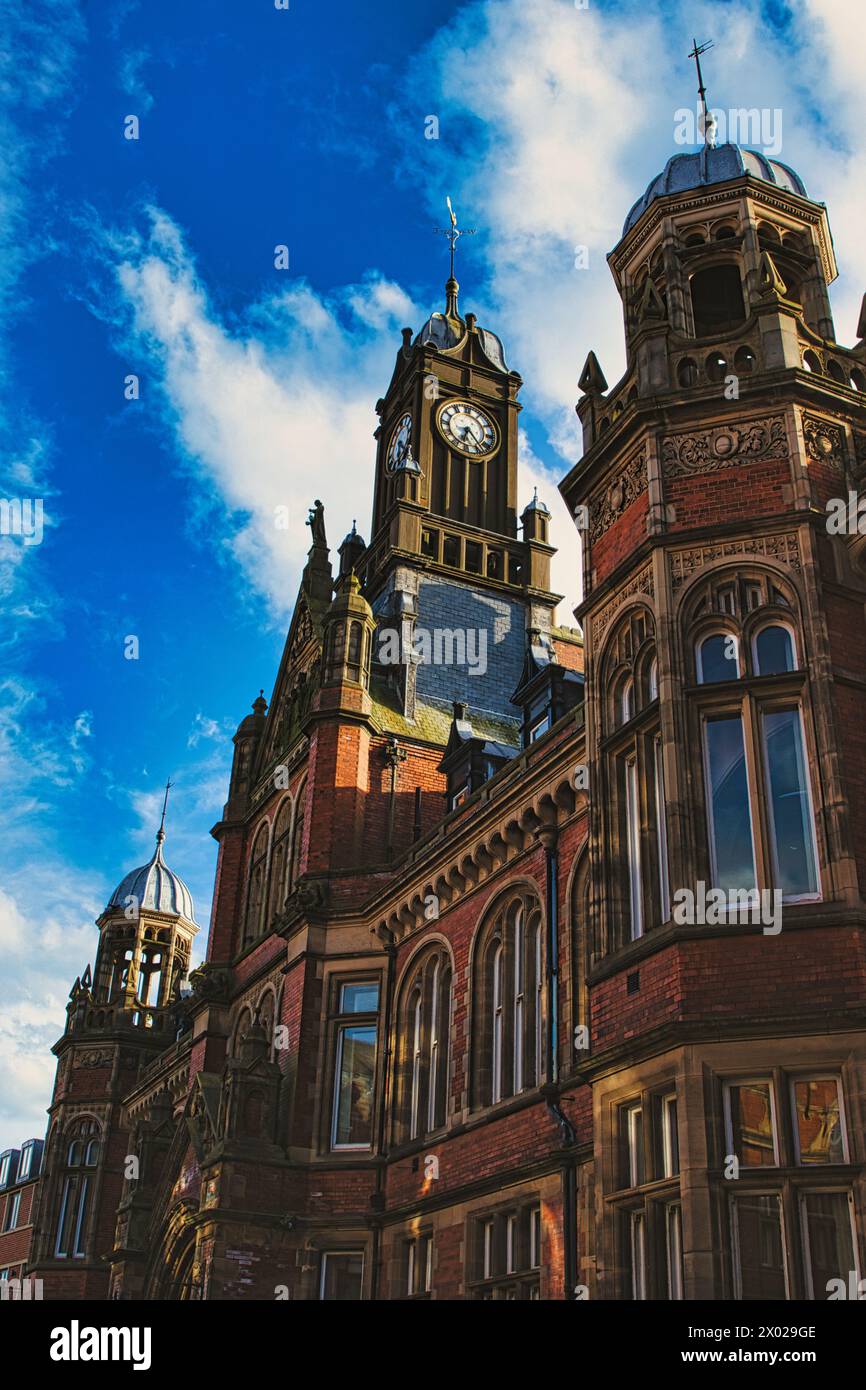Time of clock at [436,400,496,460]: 6:23
